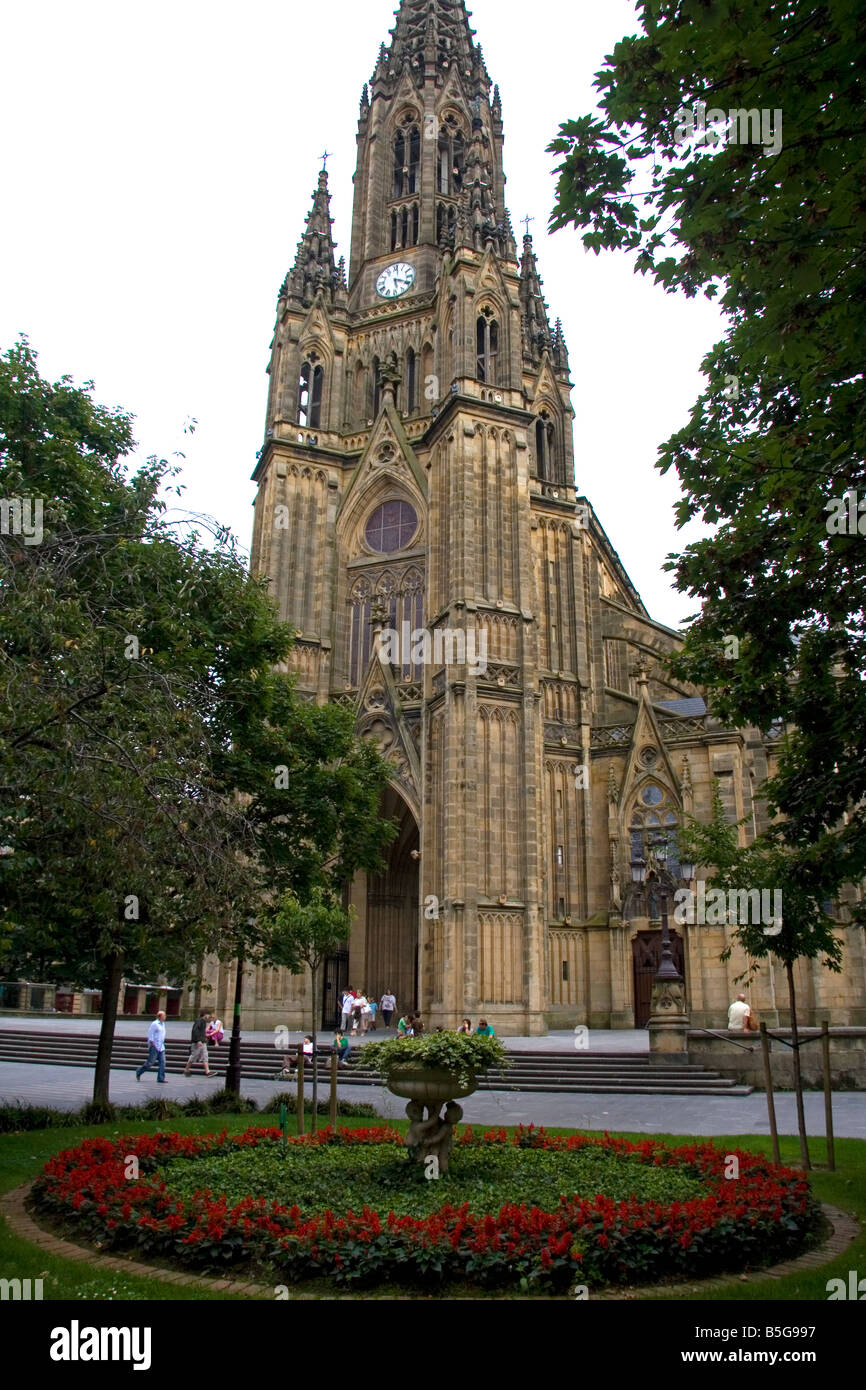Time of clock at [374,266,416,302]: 5:19
